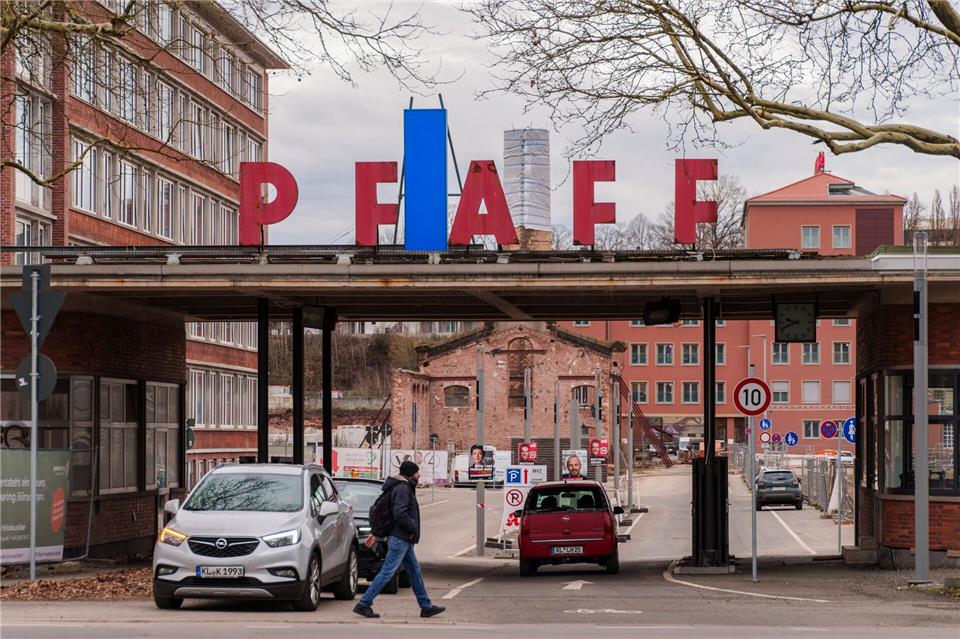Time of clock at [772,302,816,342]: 9:41
